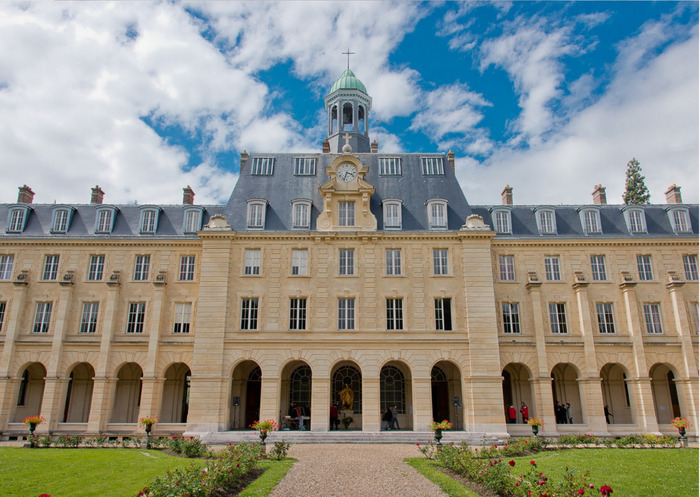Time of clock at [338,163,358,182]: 3:33
